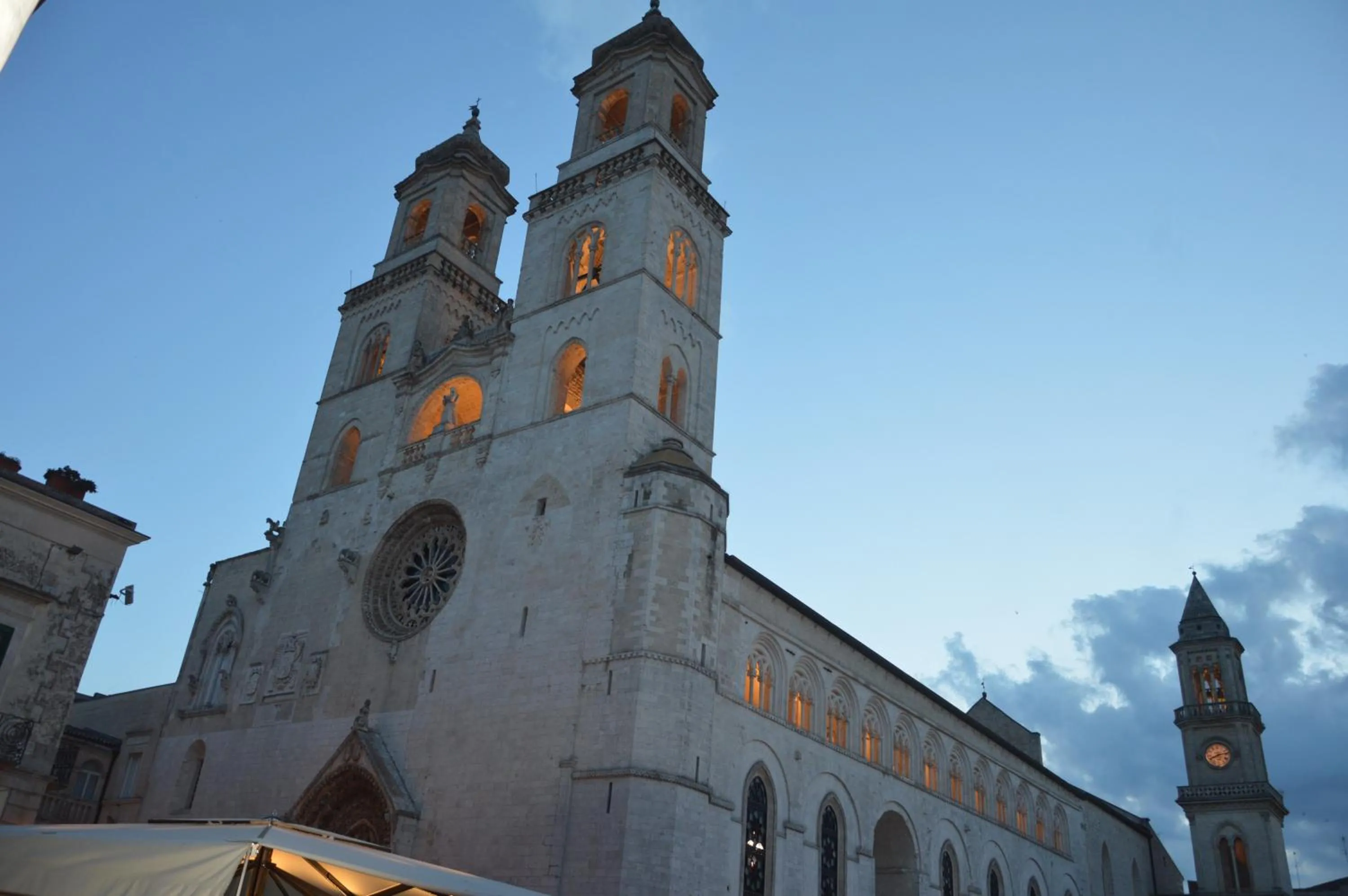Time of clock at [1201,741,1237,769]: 8:12
